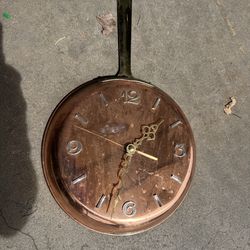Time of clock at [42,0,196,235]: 3:33
